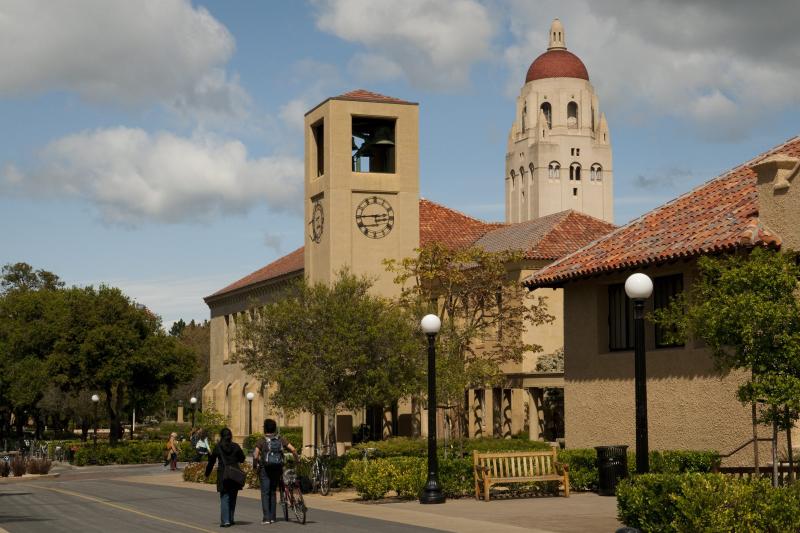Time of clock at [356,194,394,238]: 2:45
